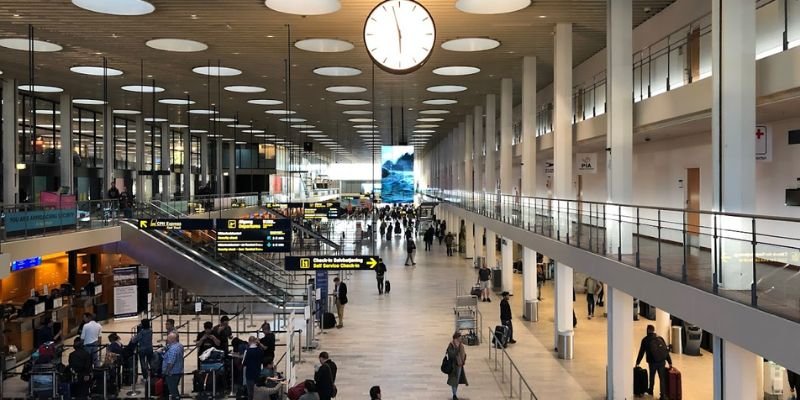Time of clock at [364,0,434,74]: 5:57
